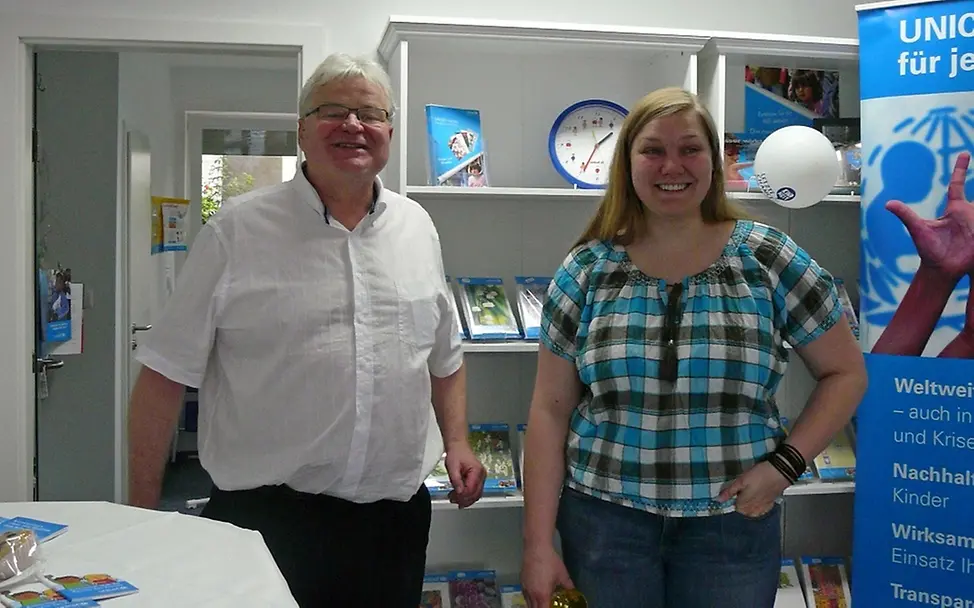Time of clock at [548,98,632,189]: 1:34
